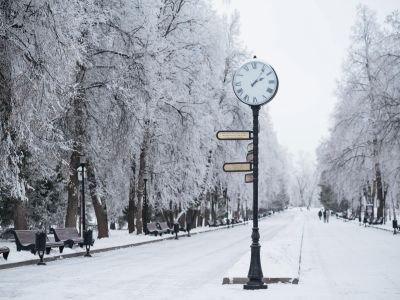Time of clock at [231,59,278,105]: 2:06
